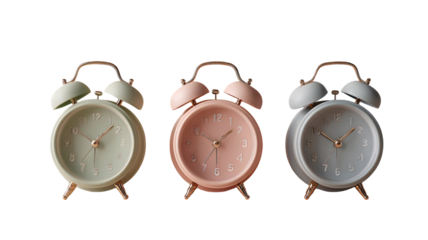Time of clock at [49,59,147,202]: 10:08
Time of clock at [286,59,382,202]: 1:50
